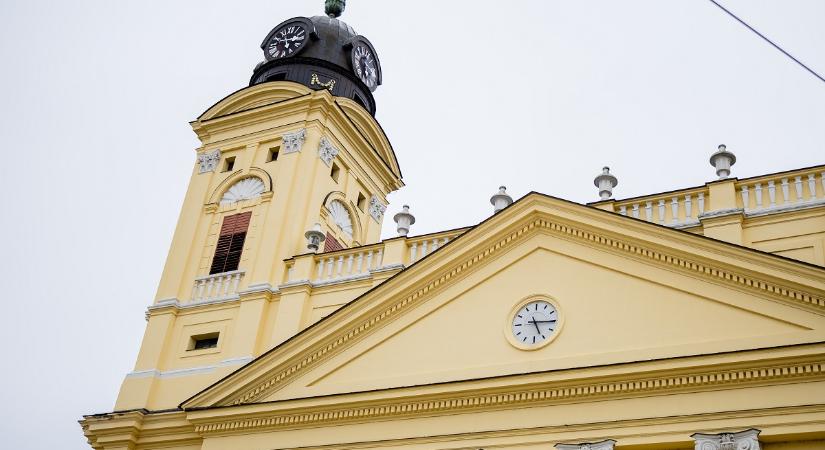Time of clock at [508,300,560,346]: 5:15
